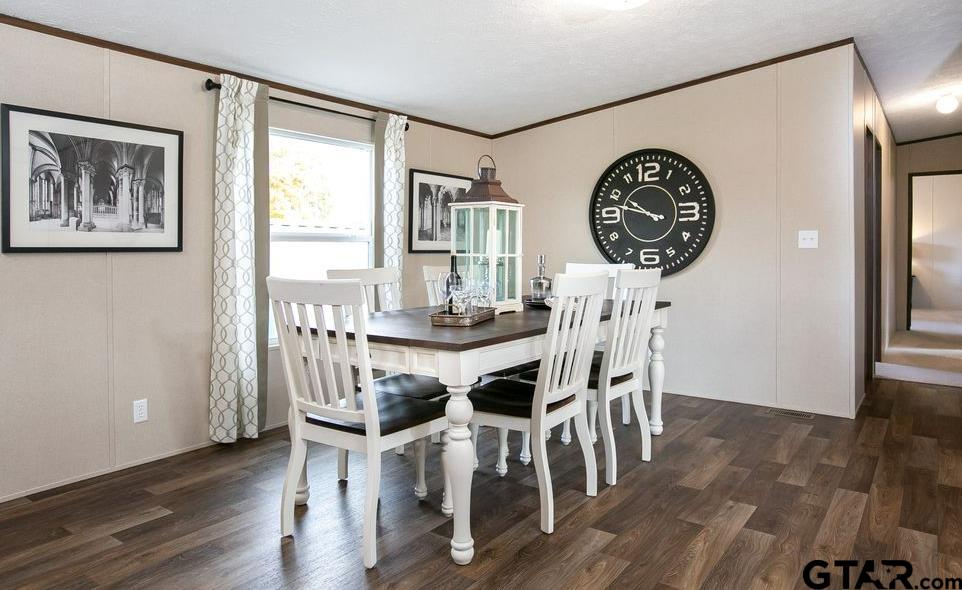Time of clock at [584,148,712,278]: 9:47
